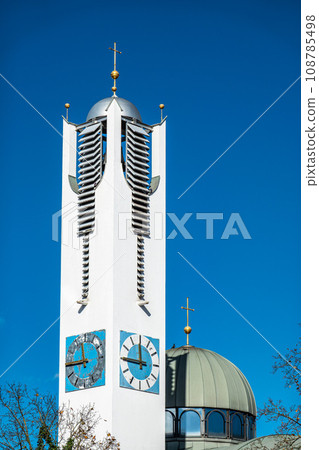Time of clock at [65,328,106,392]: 11:44
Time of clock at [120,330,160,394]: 11:45
